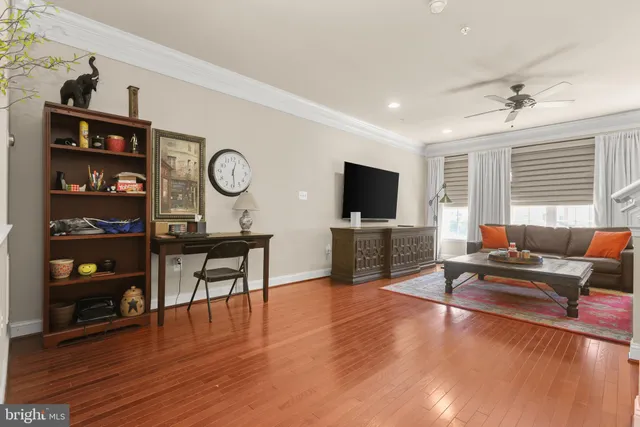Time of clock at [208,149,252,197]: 12:28
